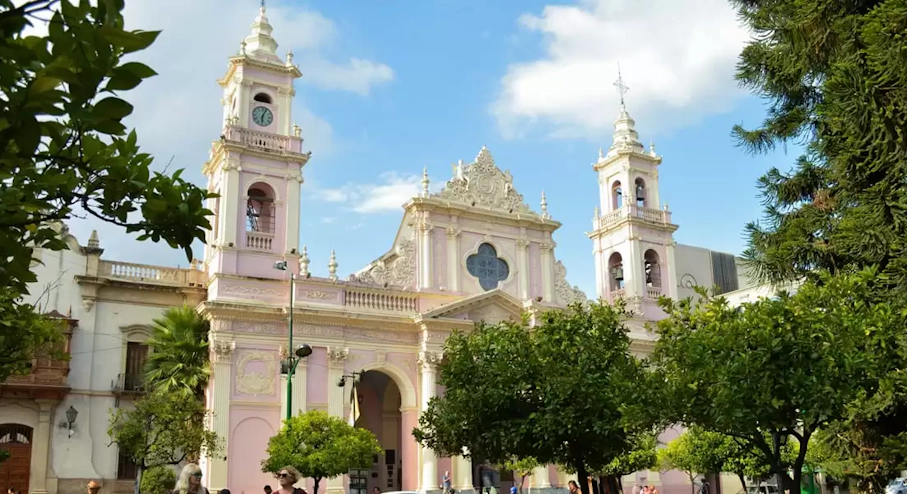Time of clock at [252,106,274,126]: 6:03
